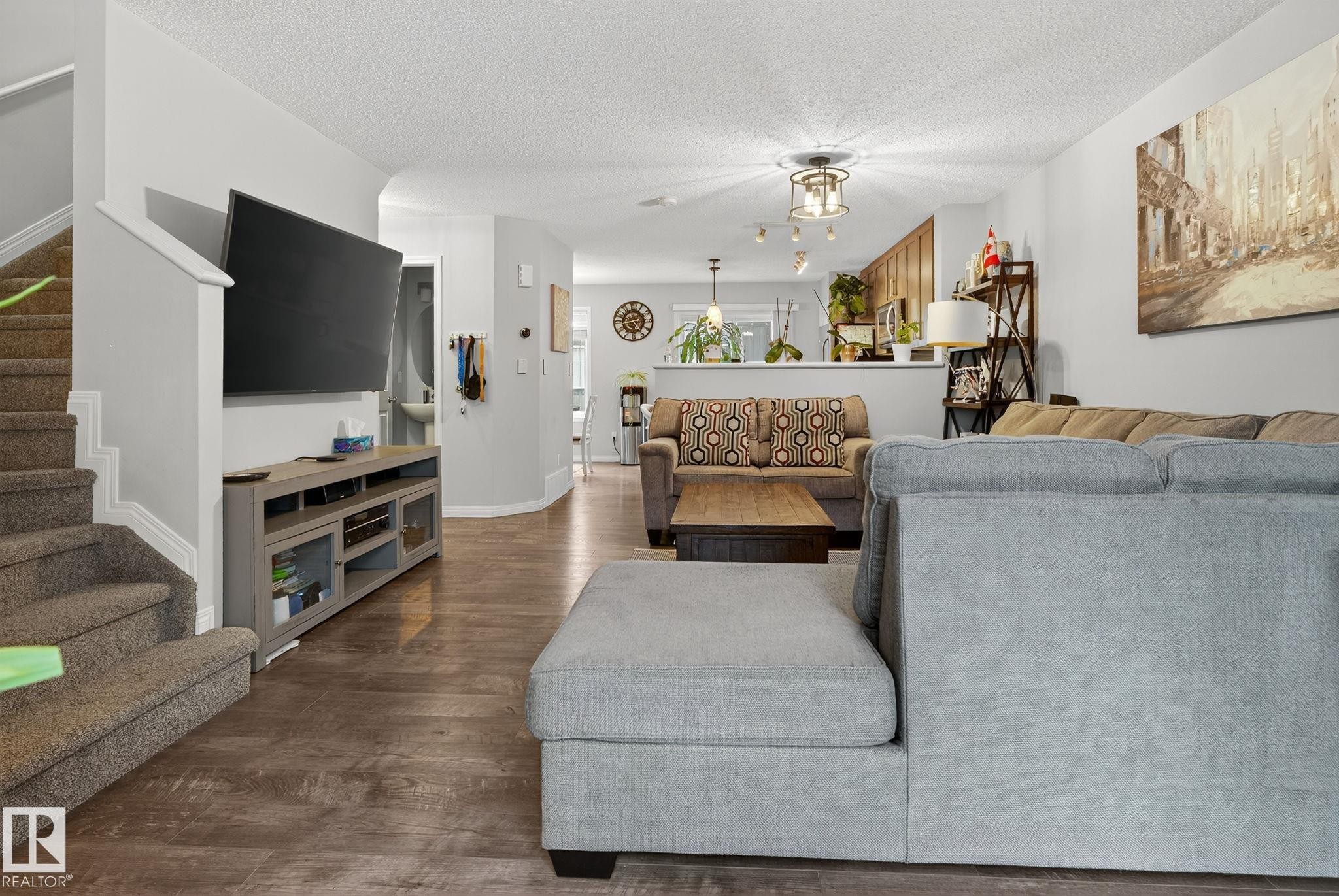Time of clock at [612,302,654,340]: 4:42
